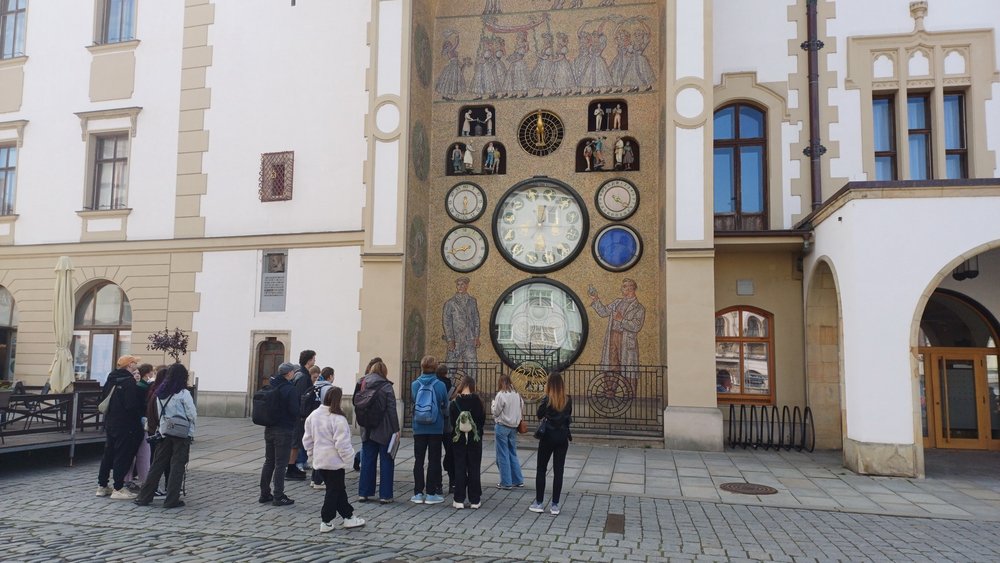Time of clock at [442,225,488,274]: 8:42
